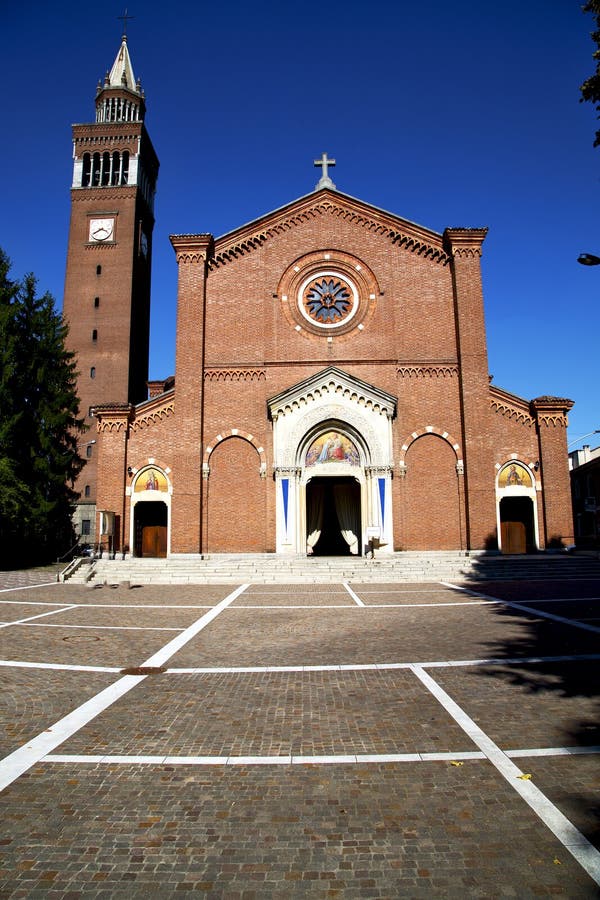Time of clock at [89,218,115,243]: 3:39
